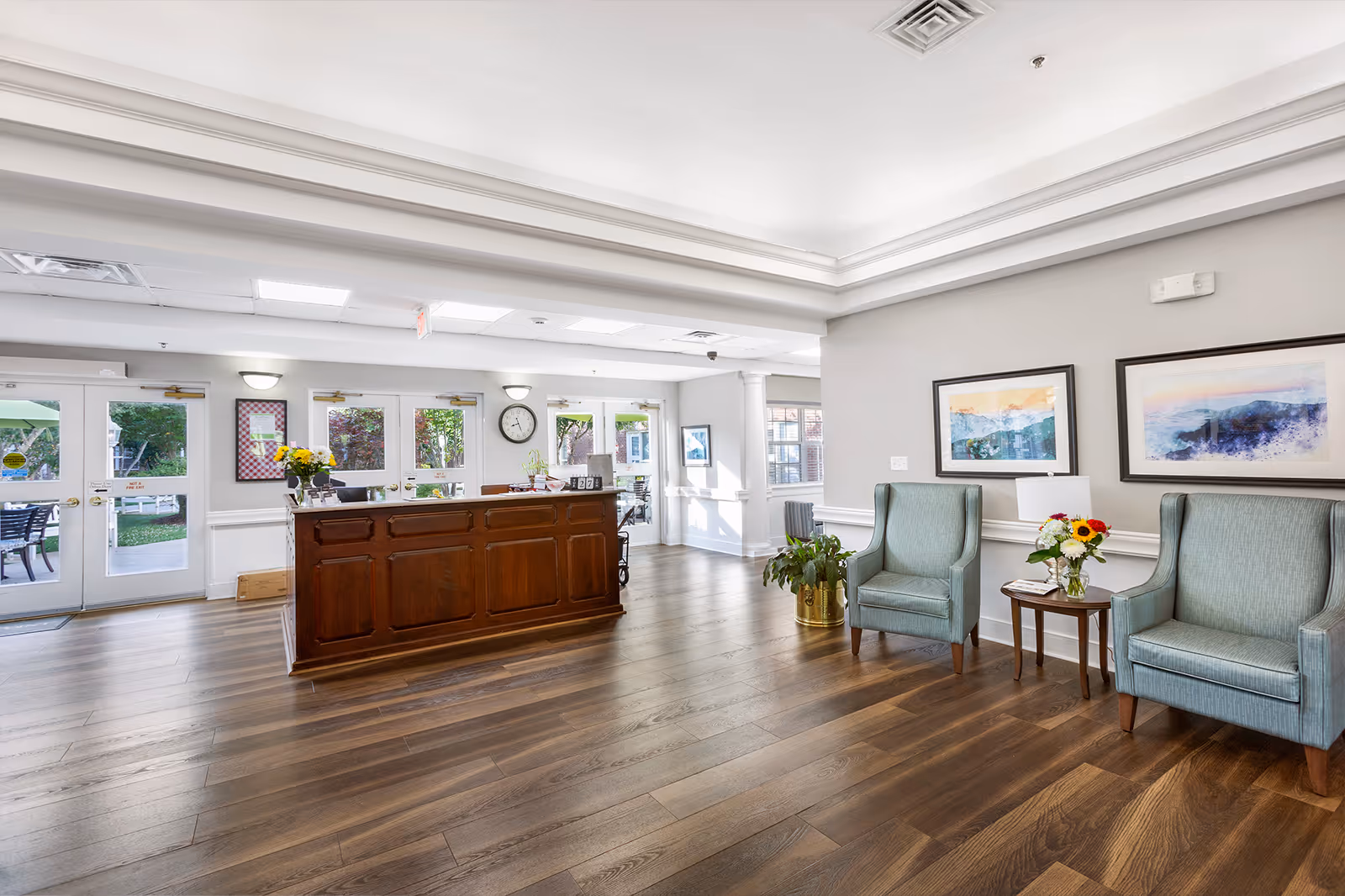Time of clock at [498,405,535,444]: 8:26
